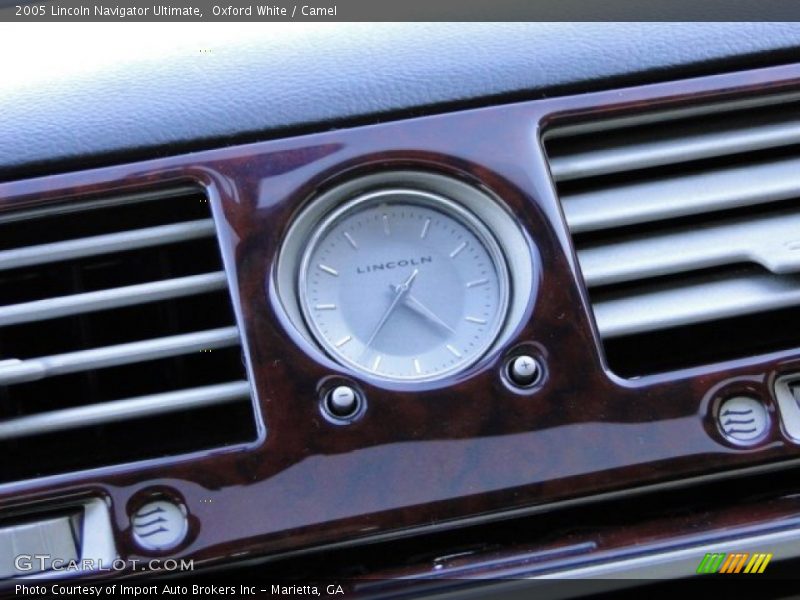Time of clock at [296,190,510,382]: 1:23
